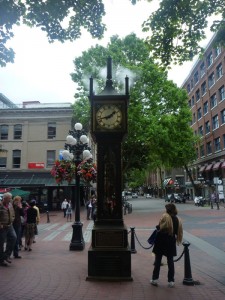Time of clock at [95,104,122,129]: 1:42
